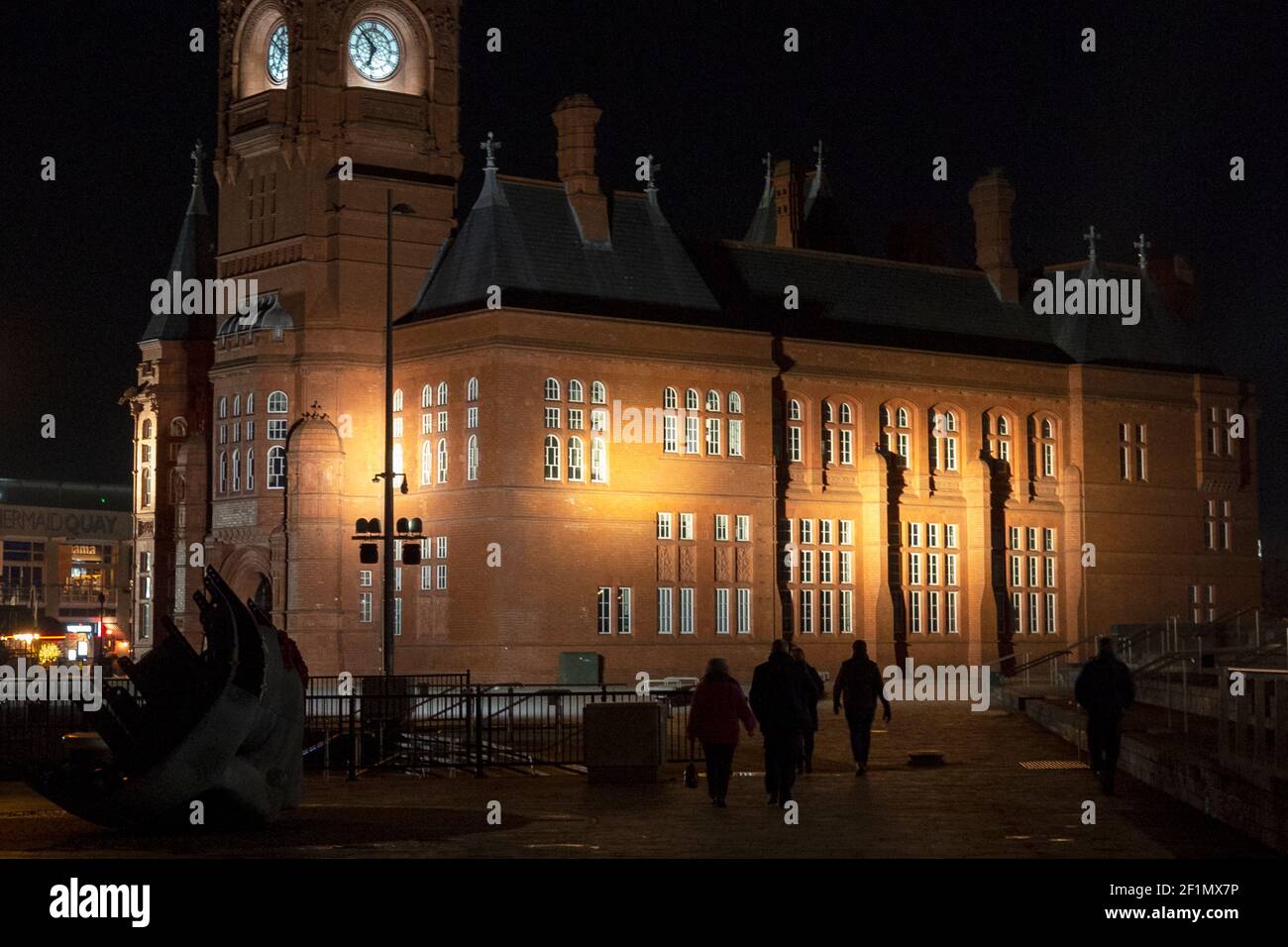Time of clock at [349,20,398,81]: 6:52
